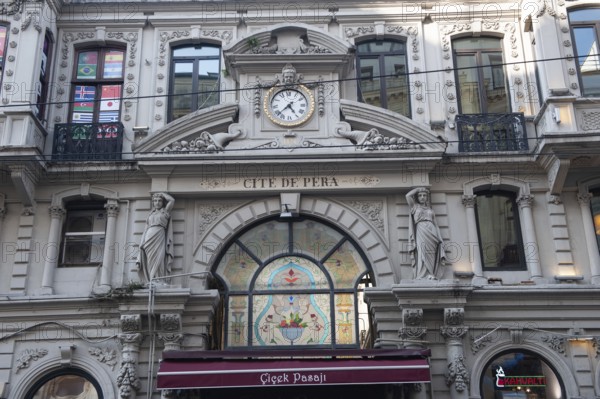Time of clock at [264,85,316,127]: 4:37
